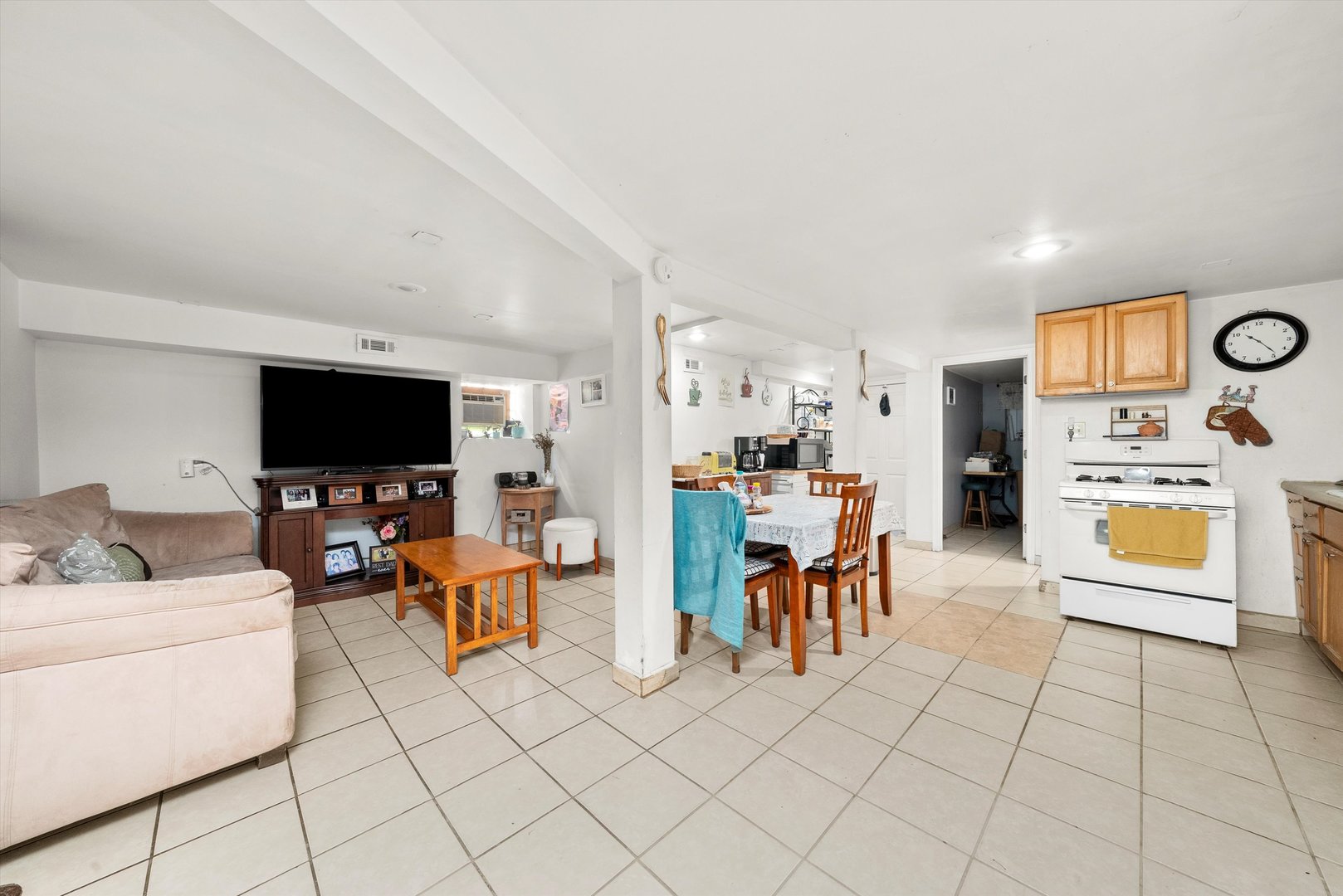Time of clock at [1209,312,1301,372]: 10:23
